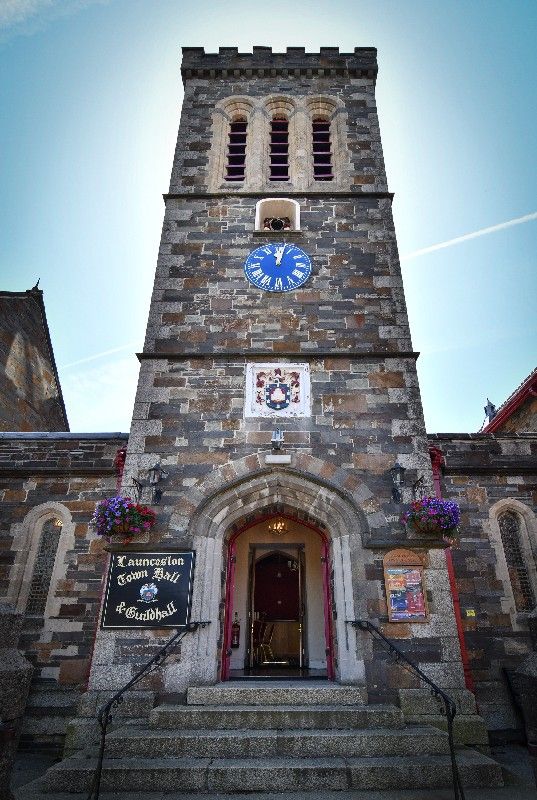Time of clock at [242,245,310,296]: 12:02
